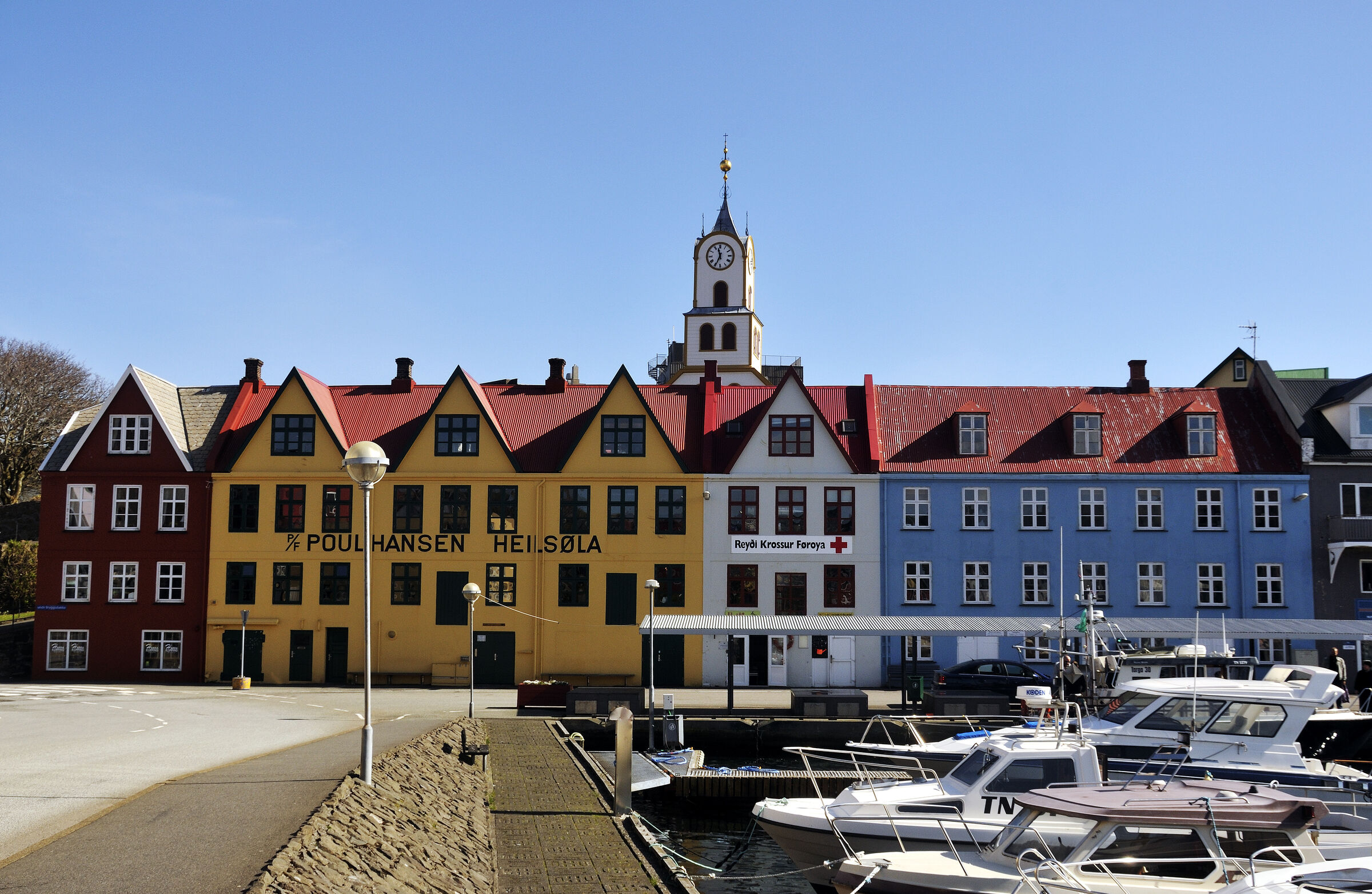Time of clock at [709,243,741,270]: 11:34
